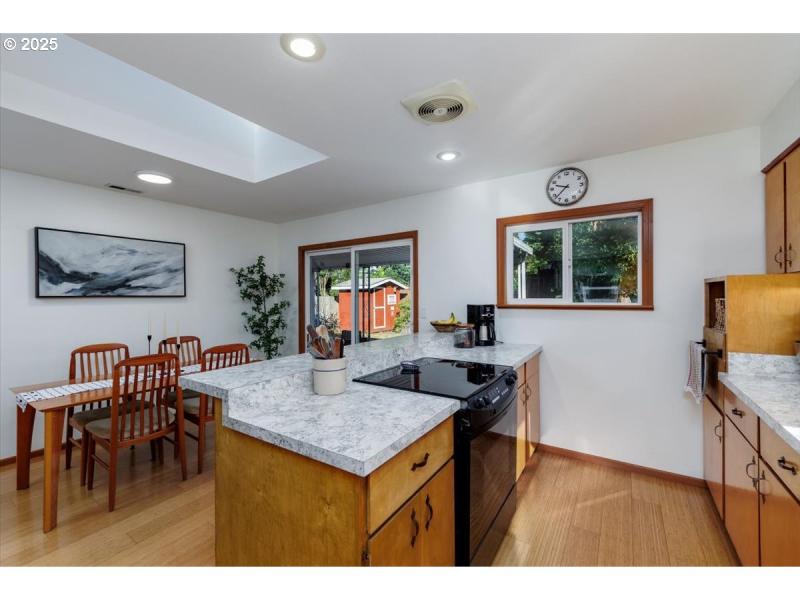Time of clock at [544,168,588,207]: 9:38
